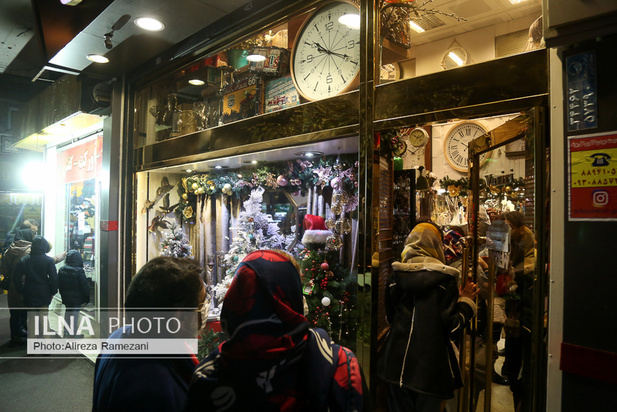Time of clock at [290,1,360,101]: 10:19
